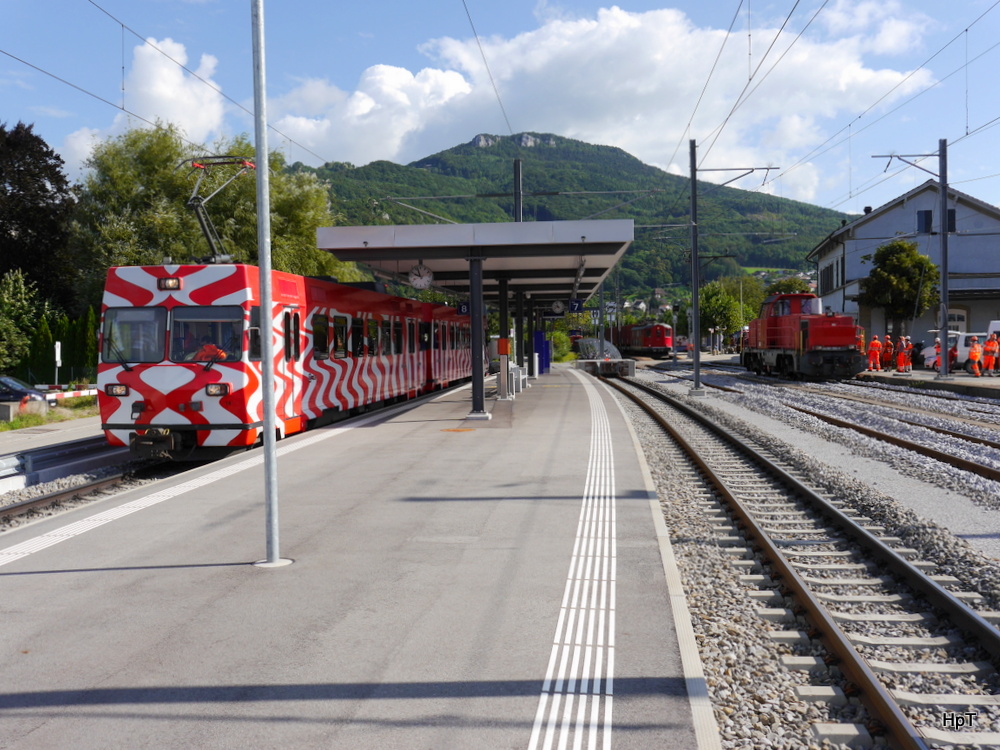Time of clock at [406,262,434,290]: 9:57
